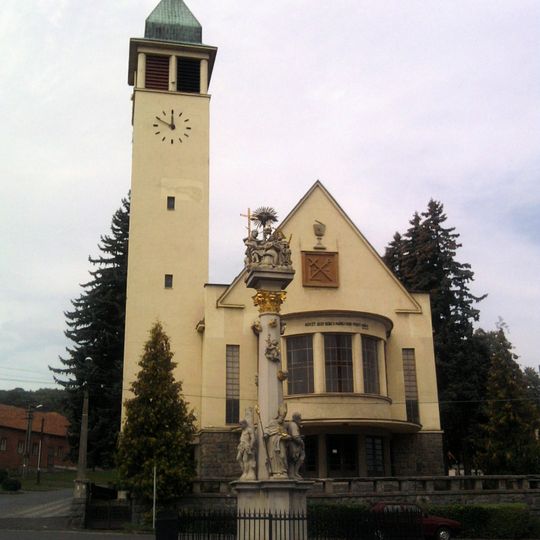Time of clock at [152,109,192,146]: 11:49
